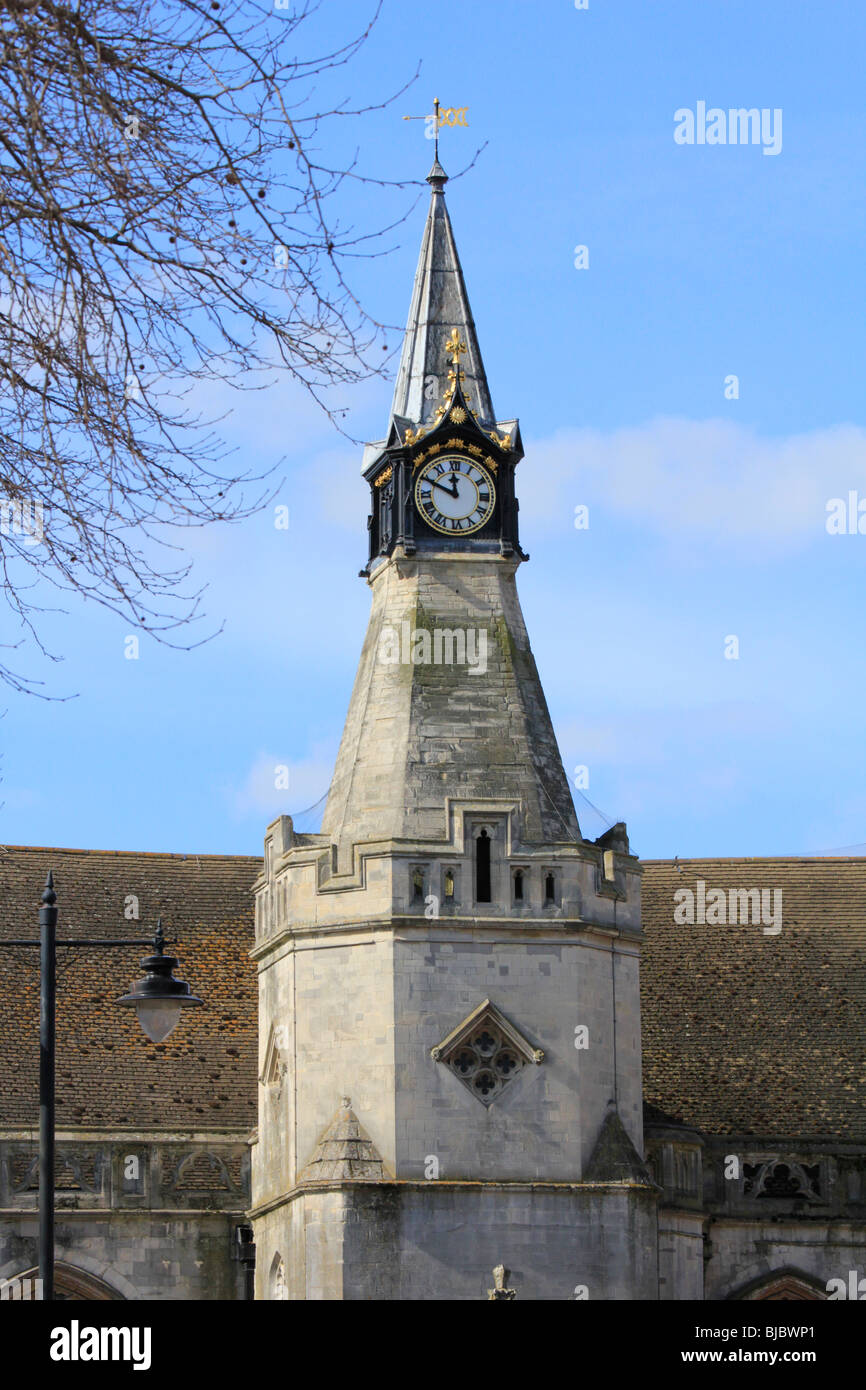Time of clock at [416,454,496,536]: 11:49
